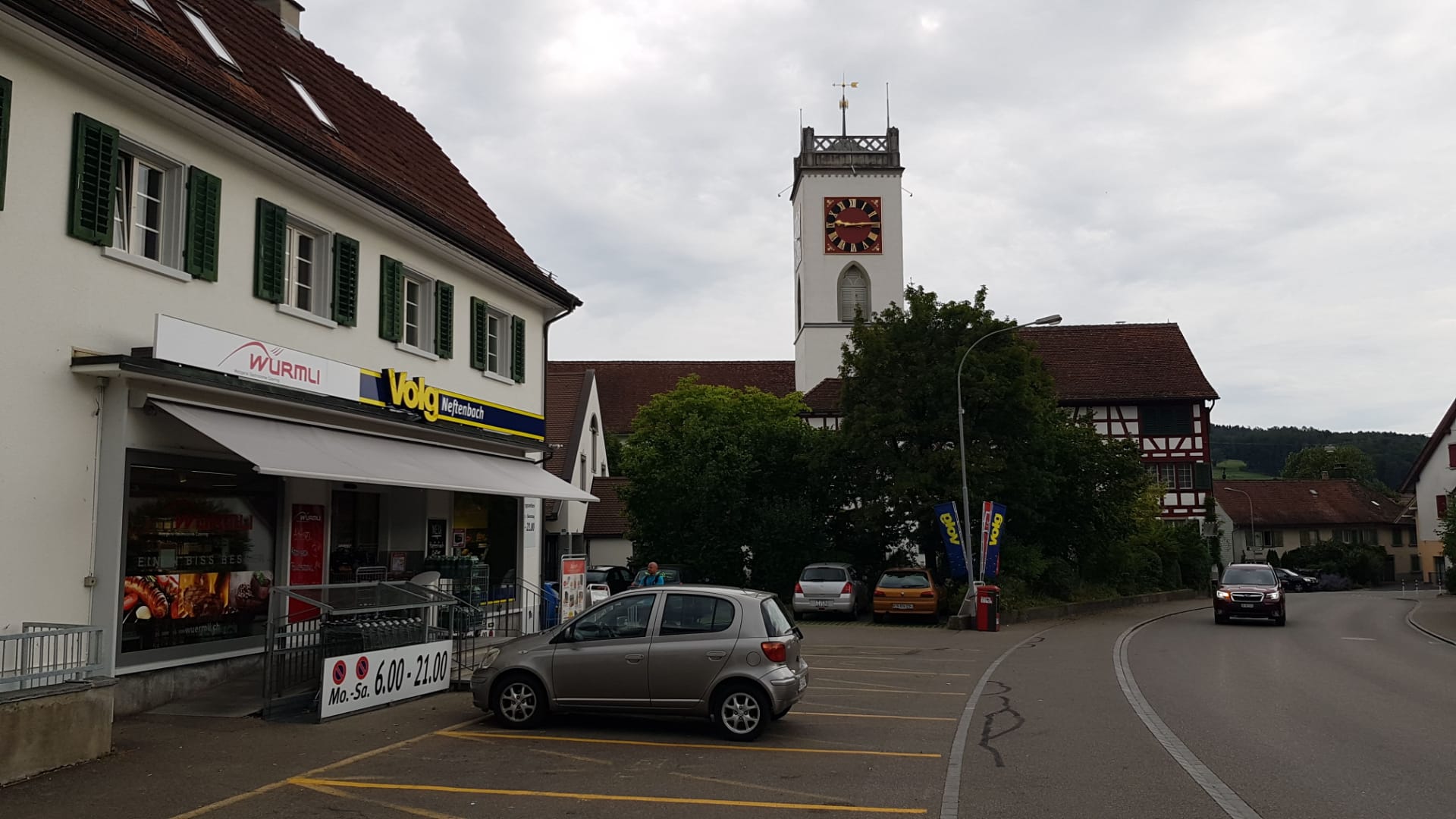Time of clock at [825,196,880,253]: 9:14
